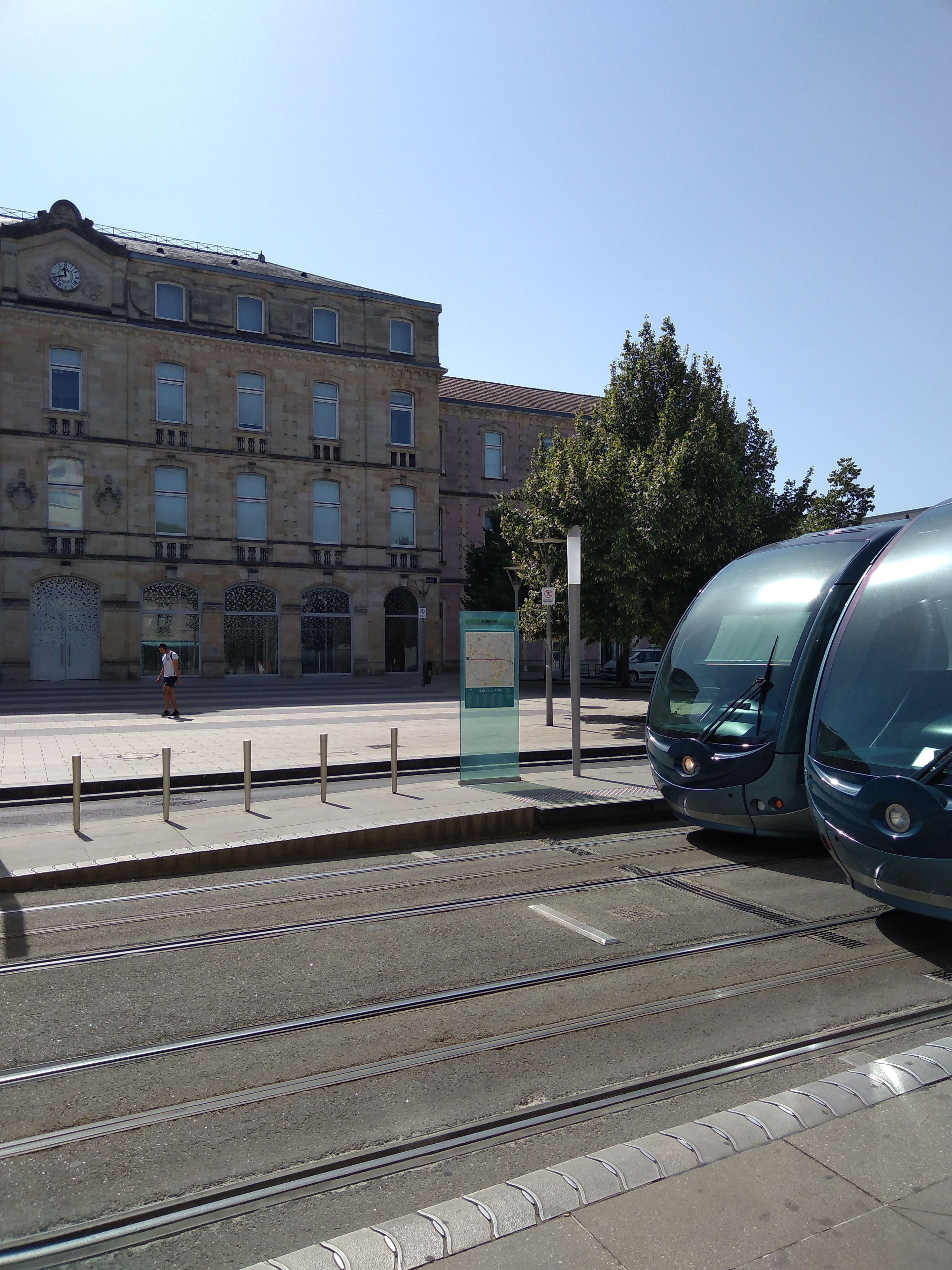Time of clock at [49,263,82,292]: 11:42
